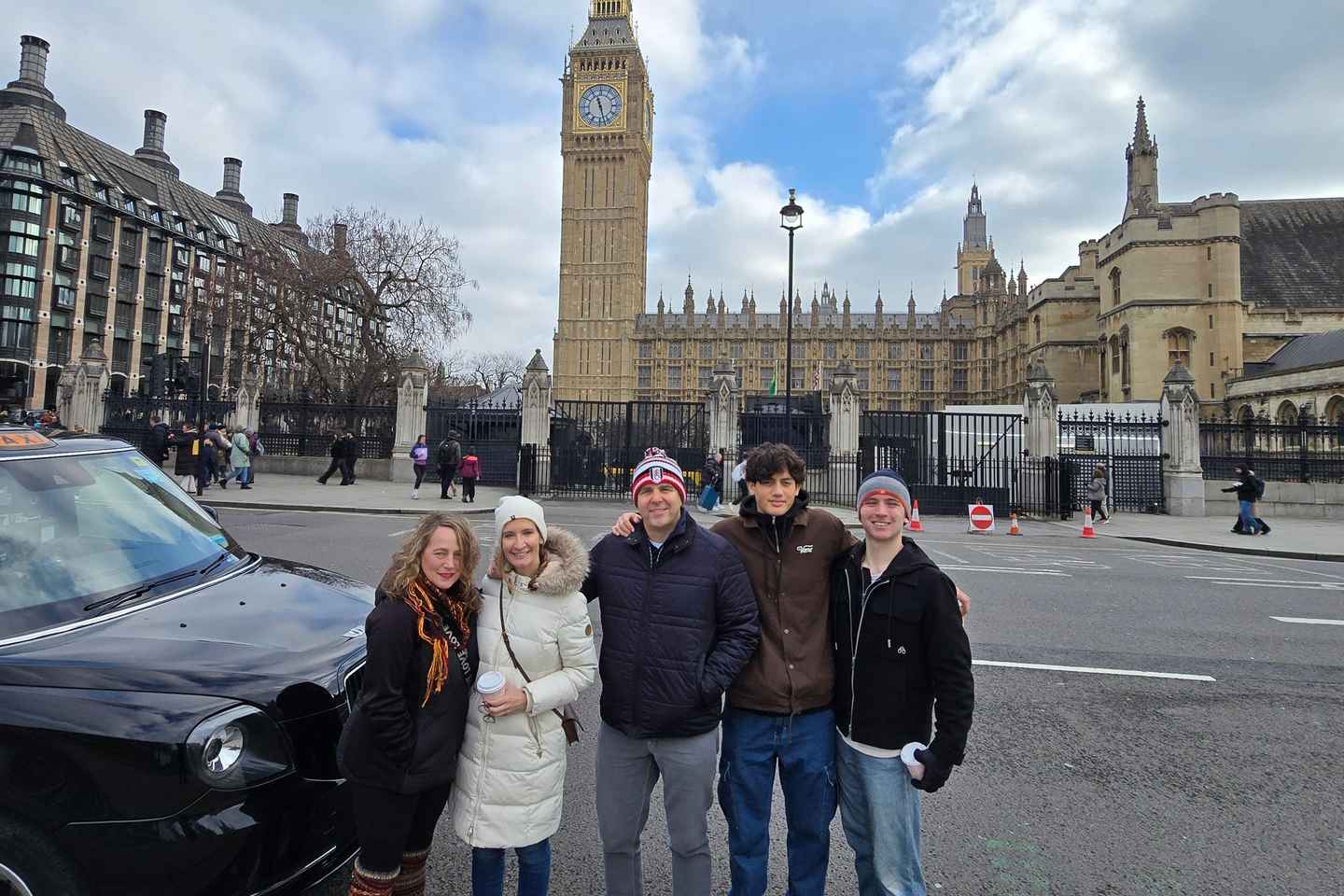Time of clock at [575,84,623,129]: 11:27
